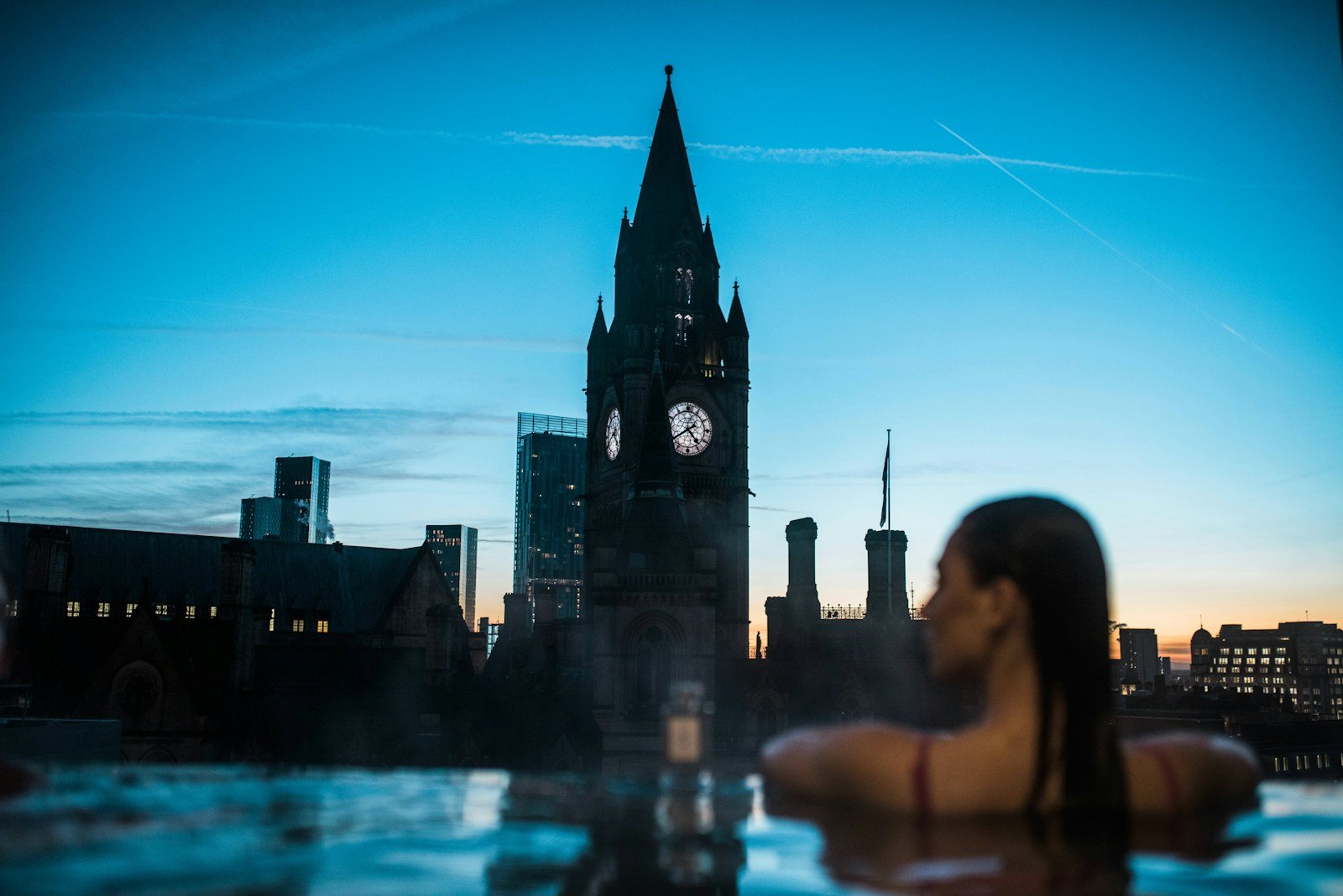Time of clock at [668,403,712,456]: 4:39
